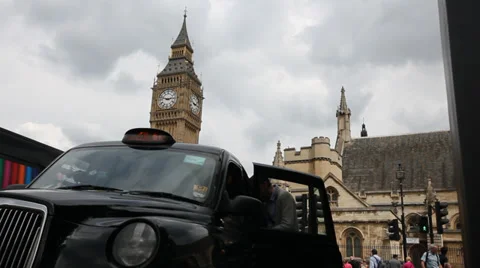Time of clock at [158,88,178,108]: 2:48
